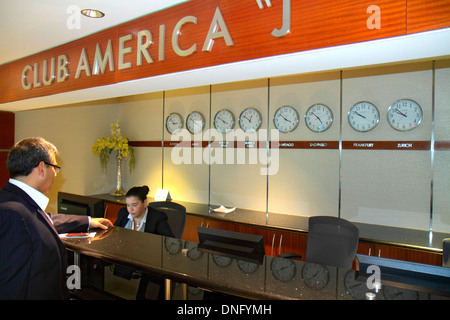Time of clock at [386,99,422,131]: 9:51
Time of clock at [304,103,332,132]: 4:52
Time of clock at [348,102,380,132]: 9:50
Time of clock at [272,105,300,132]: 3:52
